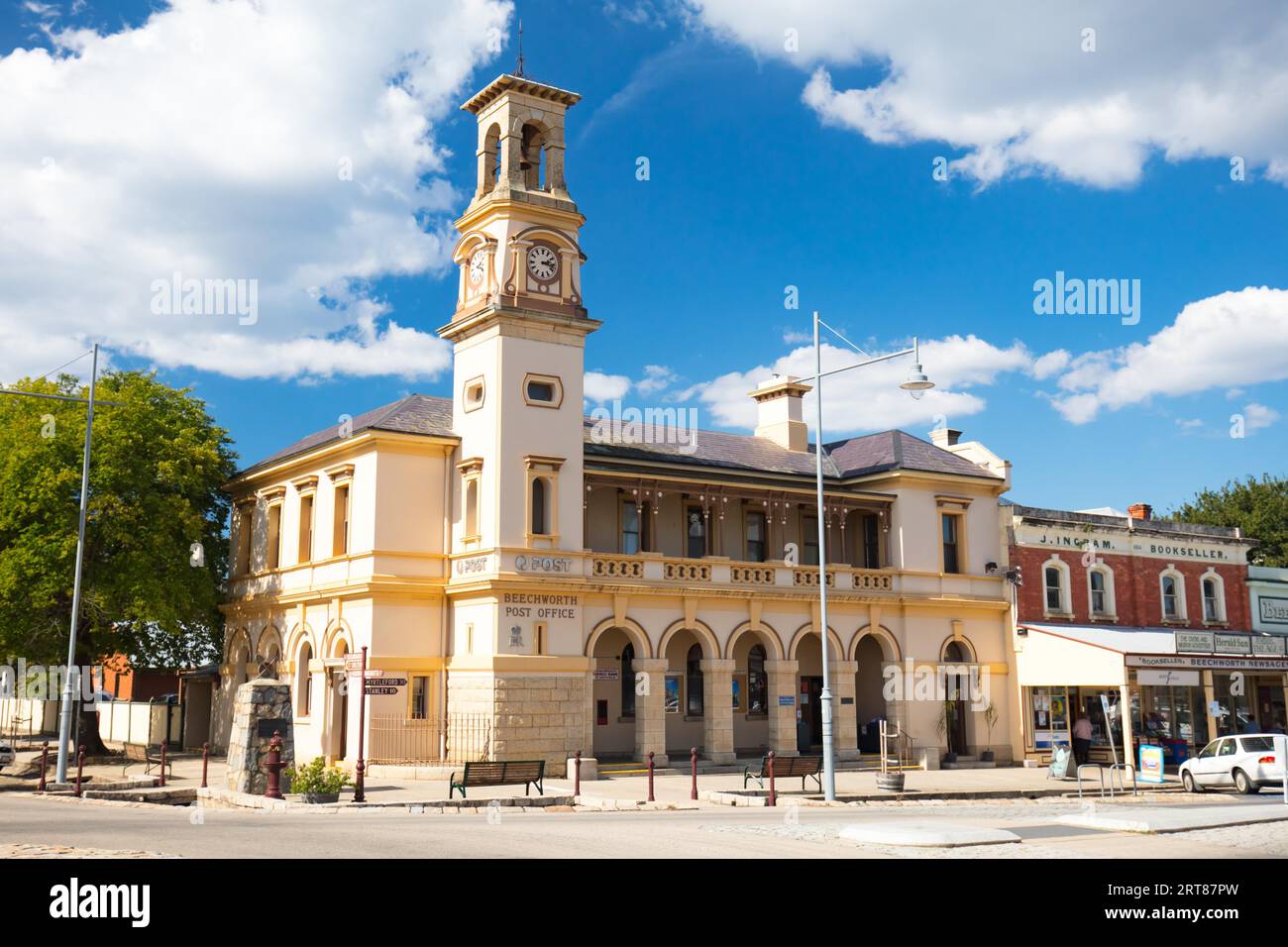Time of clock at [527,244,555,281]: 2:16
